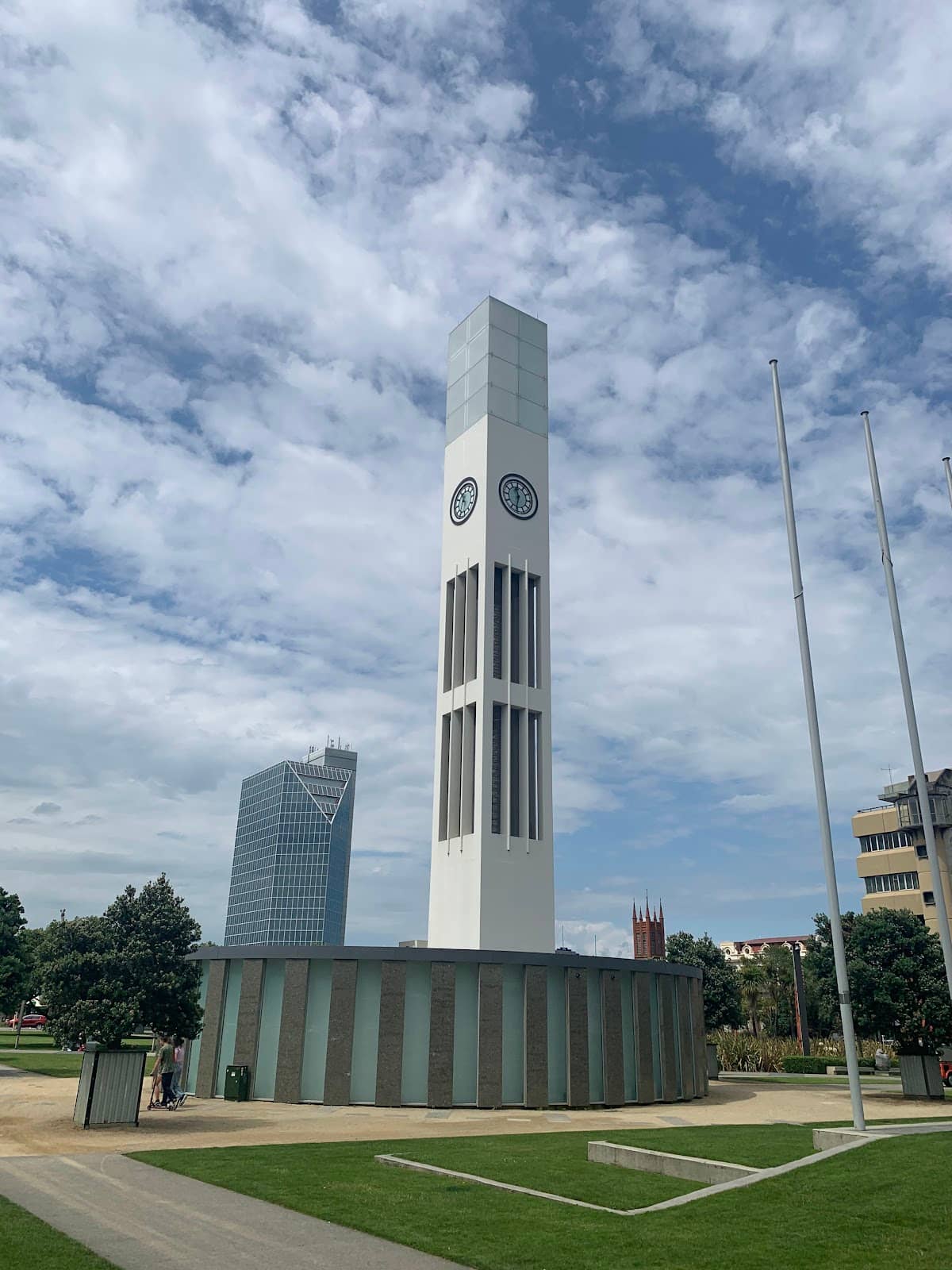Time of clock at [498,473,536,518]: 11:32
